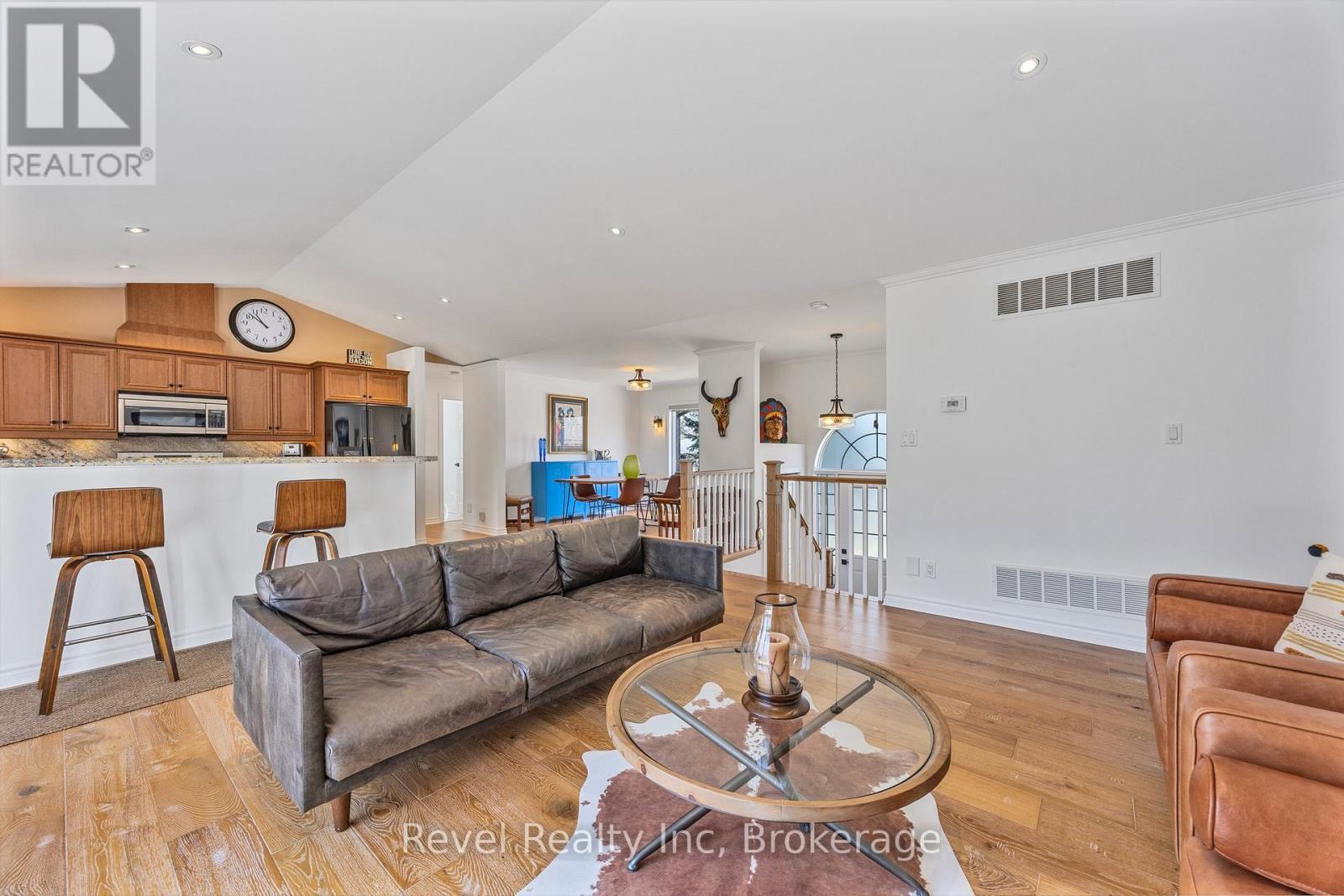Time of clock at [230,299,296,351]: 10:51
